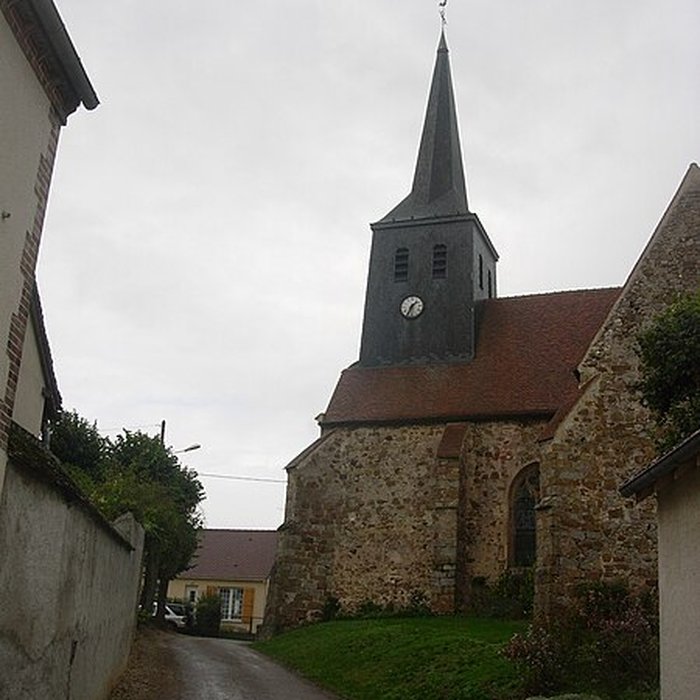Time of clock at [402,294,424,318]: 1:34
